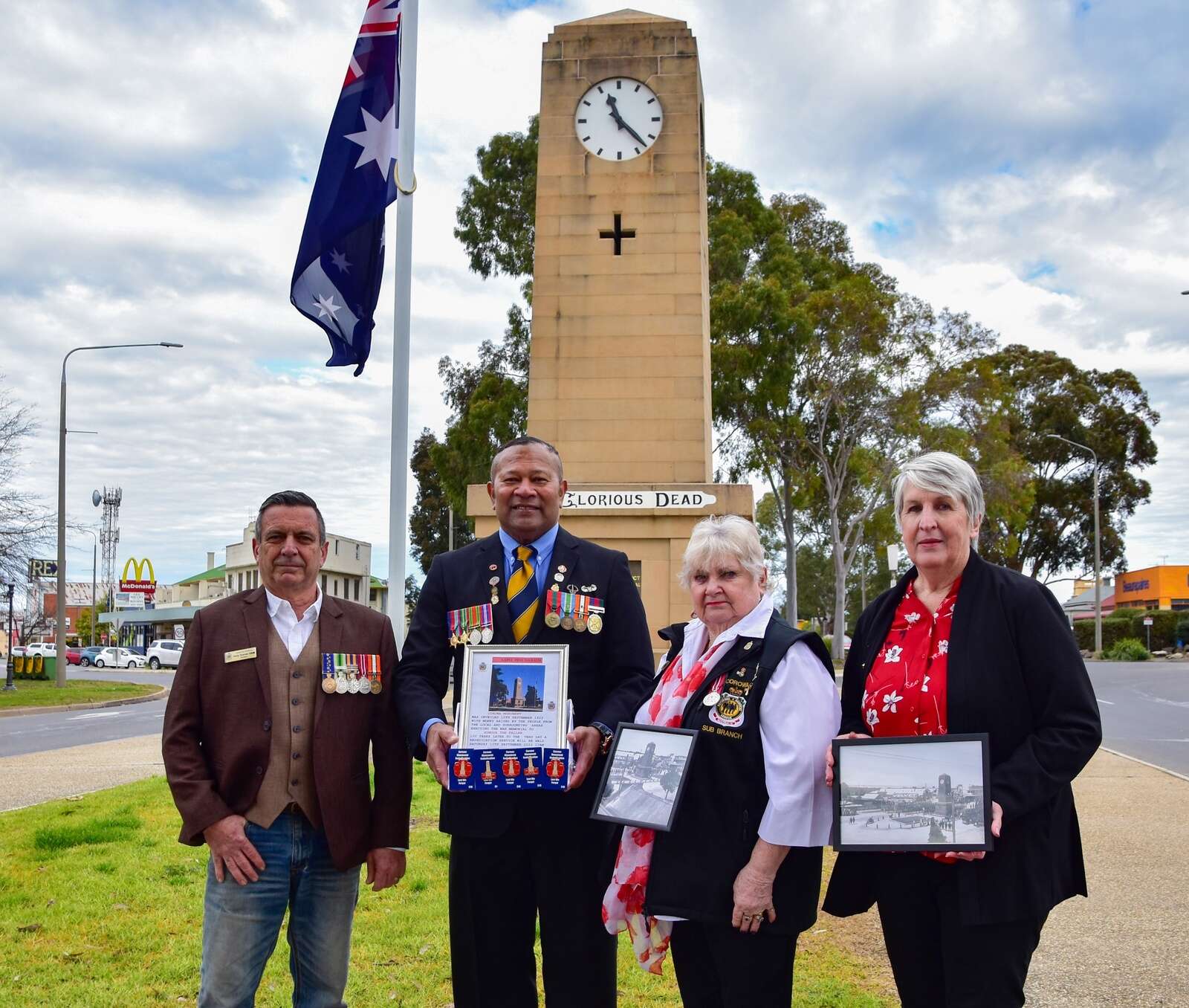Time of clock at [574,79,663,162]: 11:22
